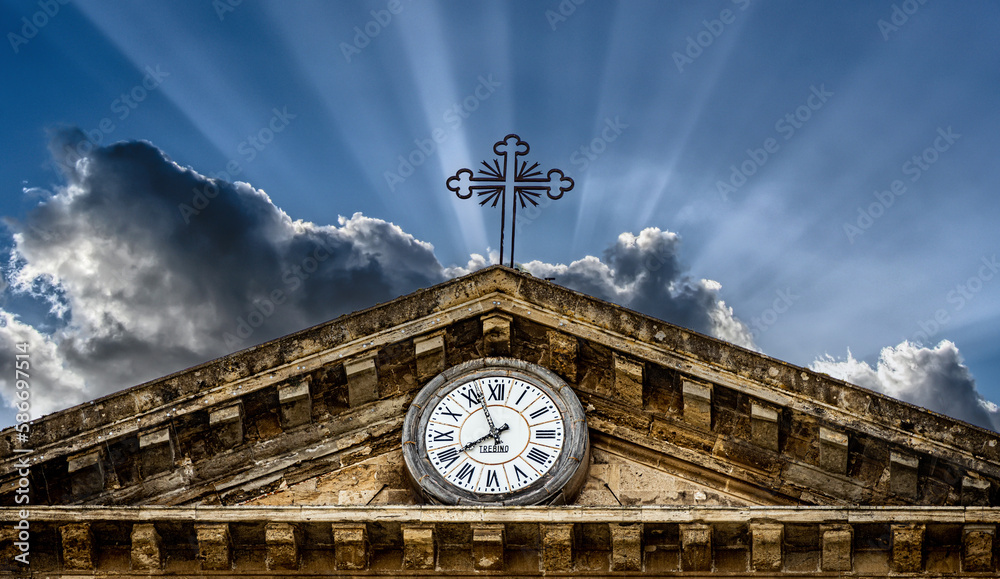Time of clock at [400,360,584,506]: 7:56
